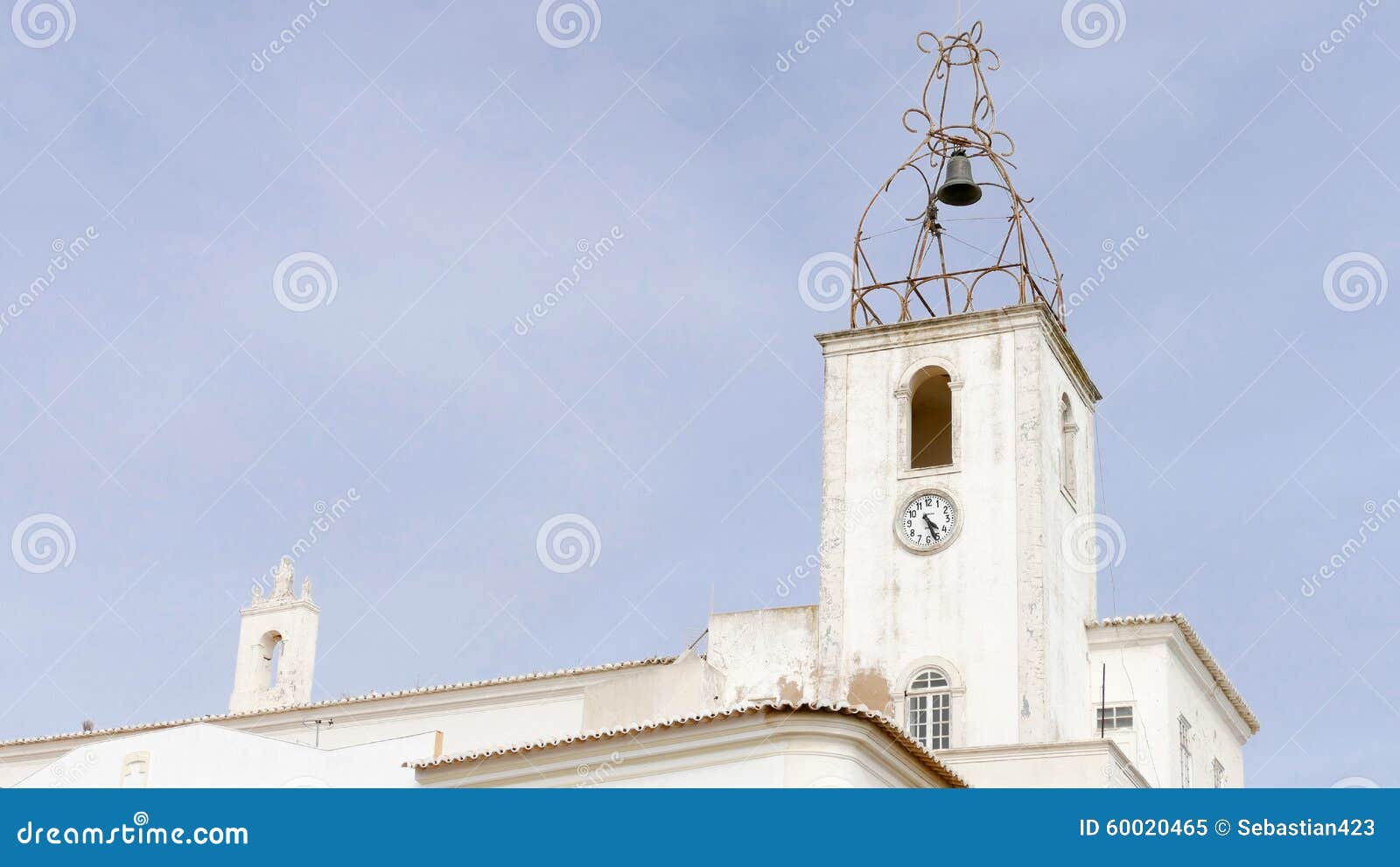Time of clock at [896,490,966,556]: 4:26
